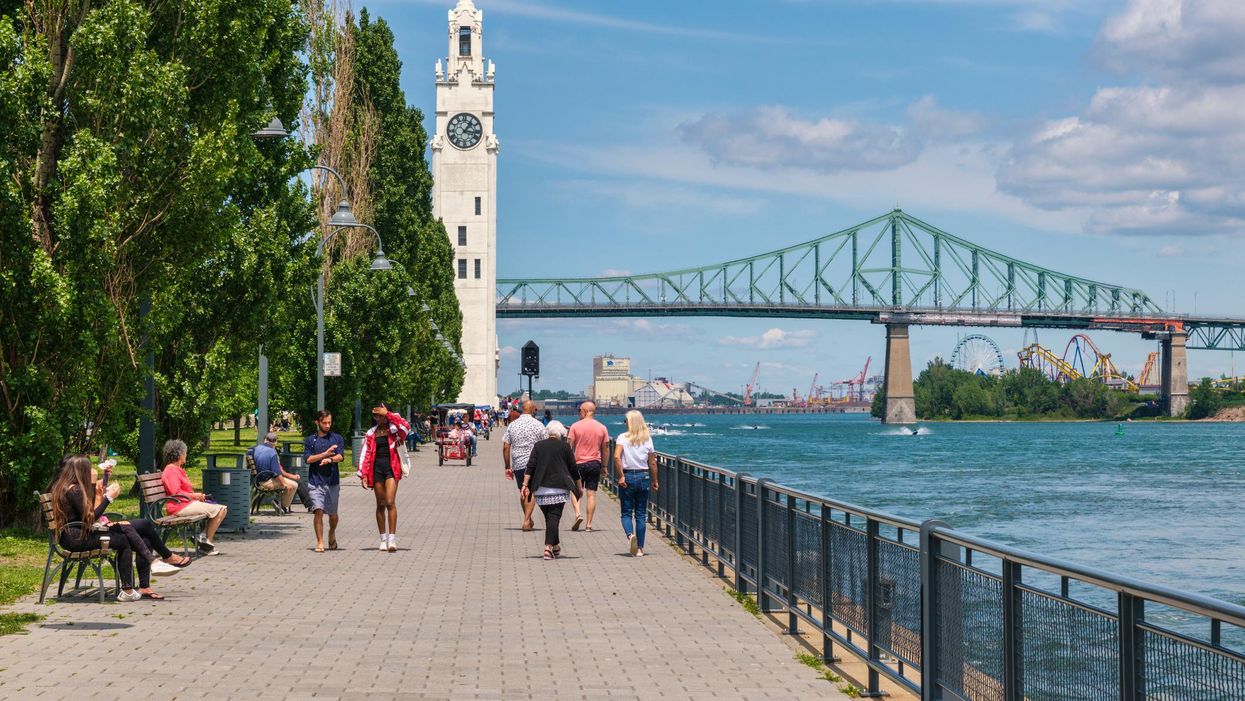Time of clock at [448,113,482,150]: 1:16
